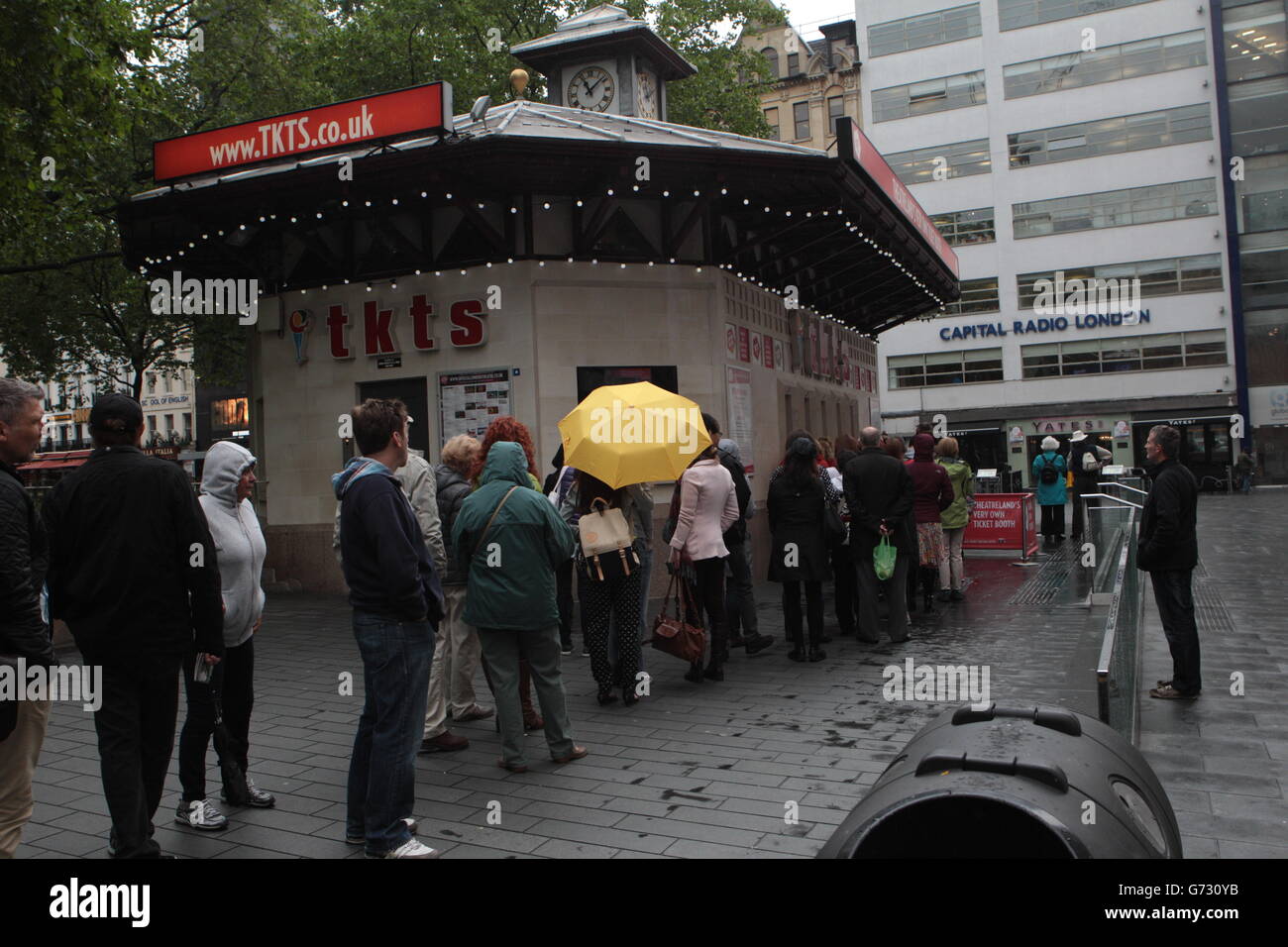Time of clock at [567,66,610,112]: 11:07
